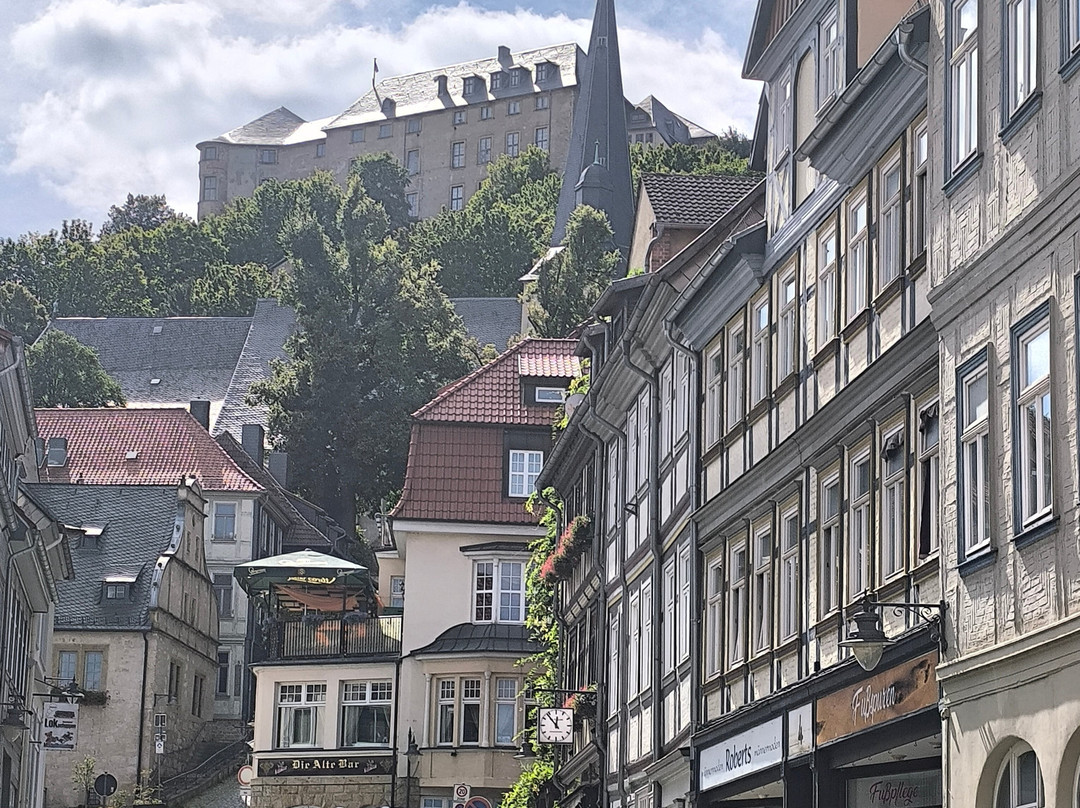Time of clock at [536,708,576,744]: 11:53
